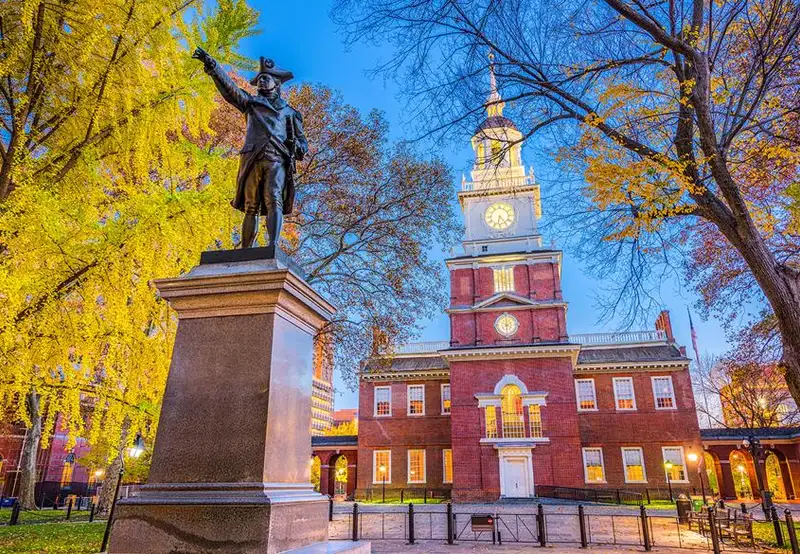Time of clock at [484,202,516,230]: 6:23
